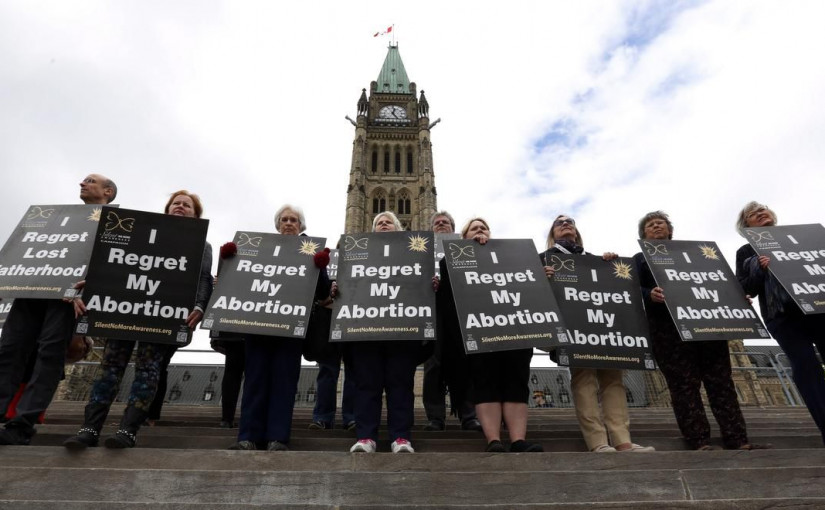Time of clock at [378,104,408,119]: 12:23
